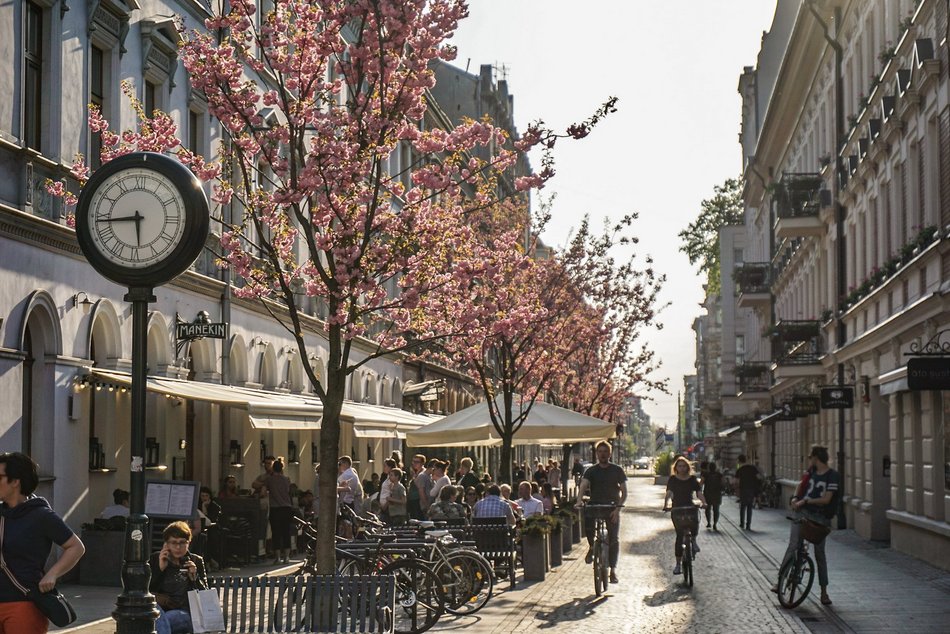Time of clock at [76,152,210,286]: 5:43
